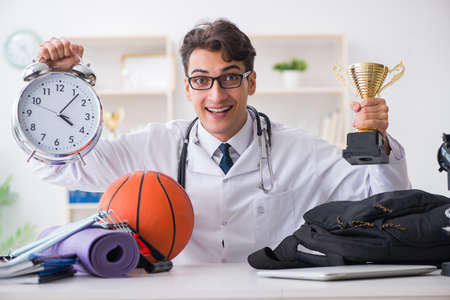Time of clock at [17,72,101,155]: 4:06
